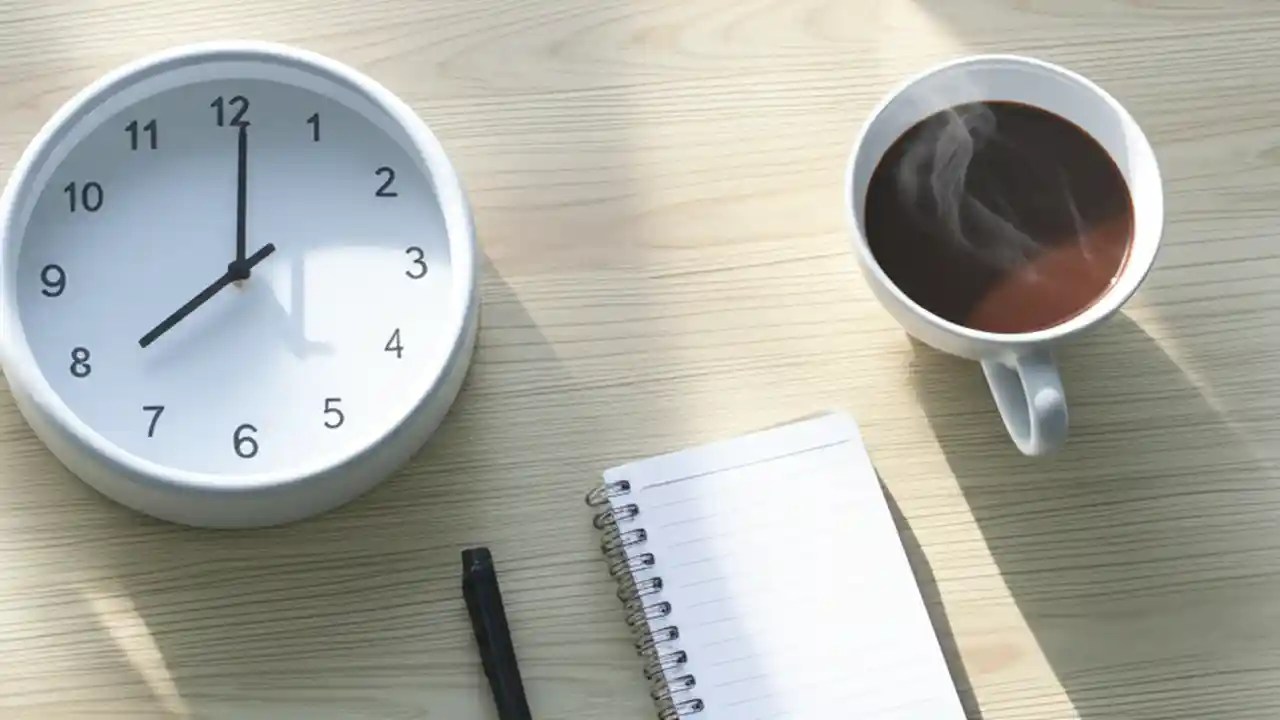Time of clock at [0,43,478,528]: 8:00
